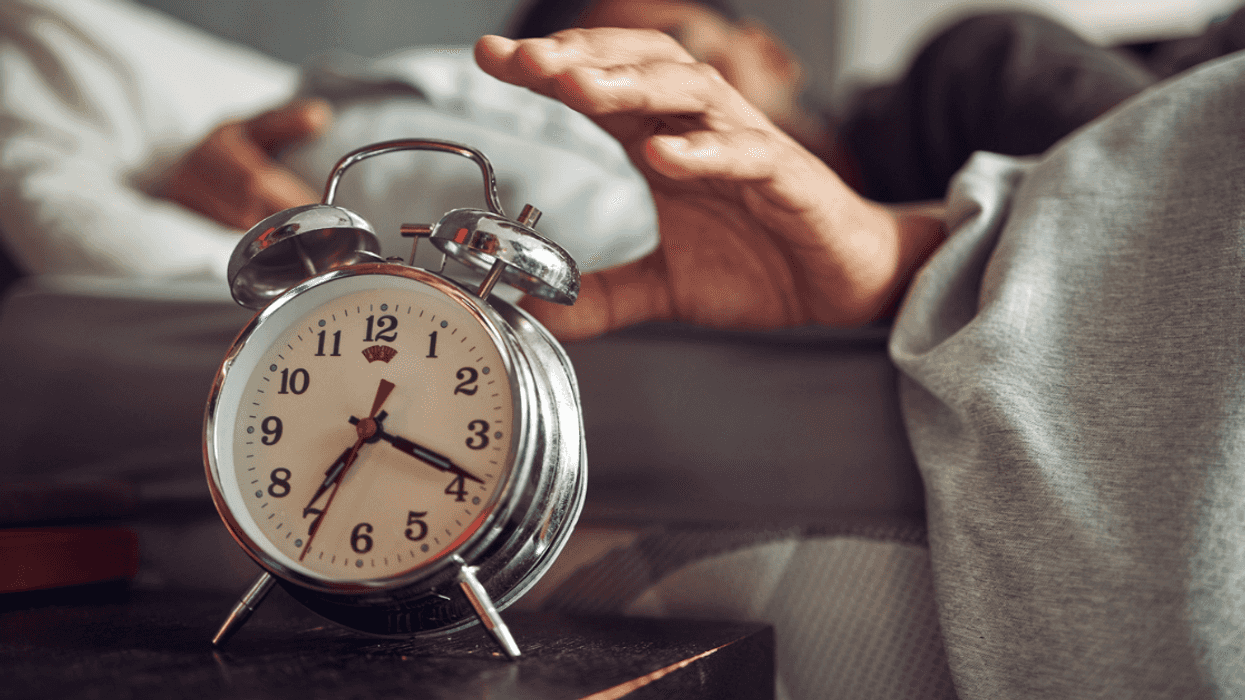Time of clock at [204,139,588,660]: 7:18
